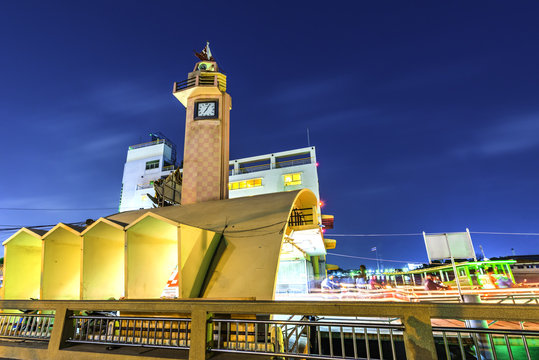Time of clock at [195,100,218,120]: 7:04
